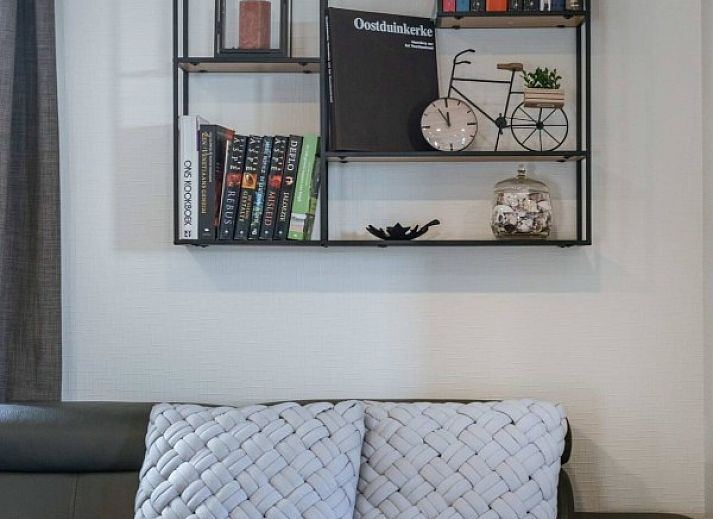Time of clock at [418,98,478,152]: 11:55
